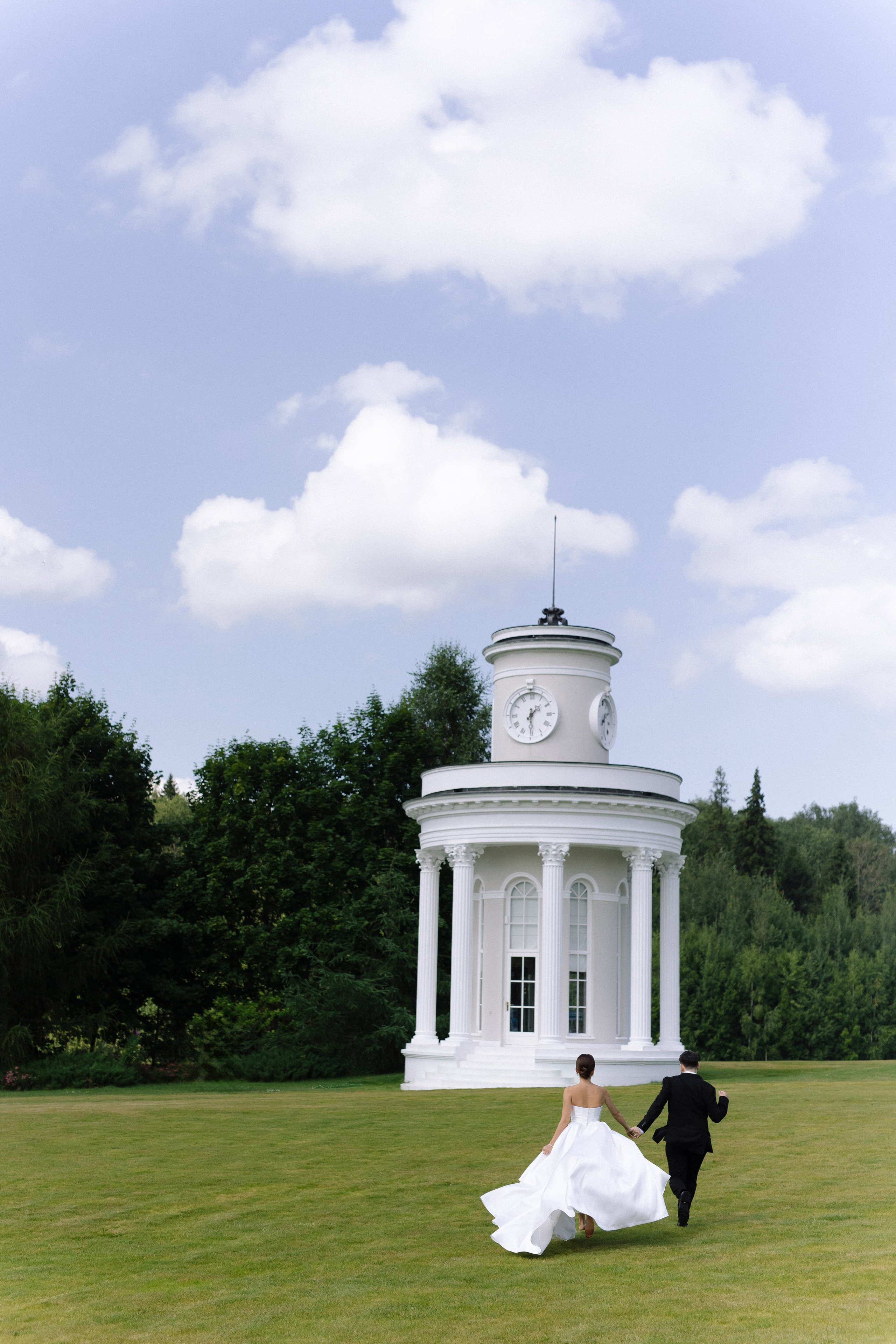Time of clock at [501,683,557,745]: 1:29
